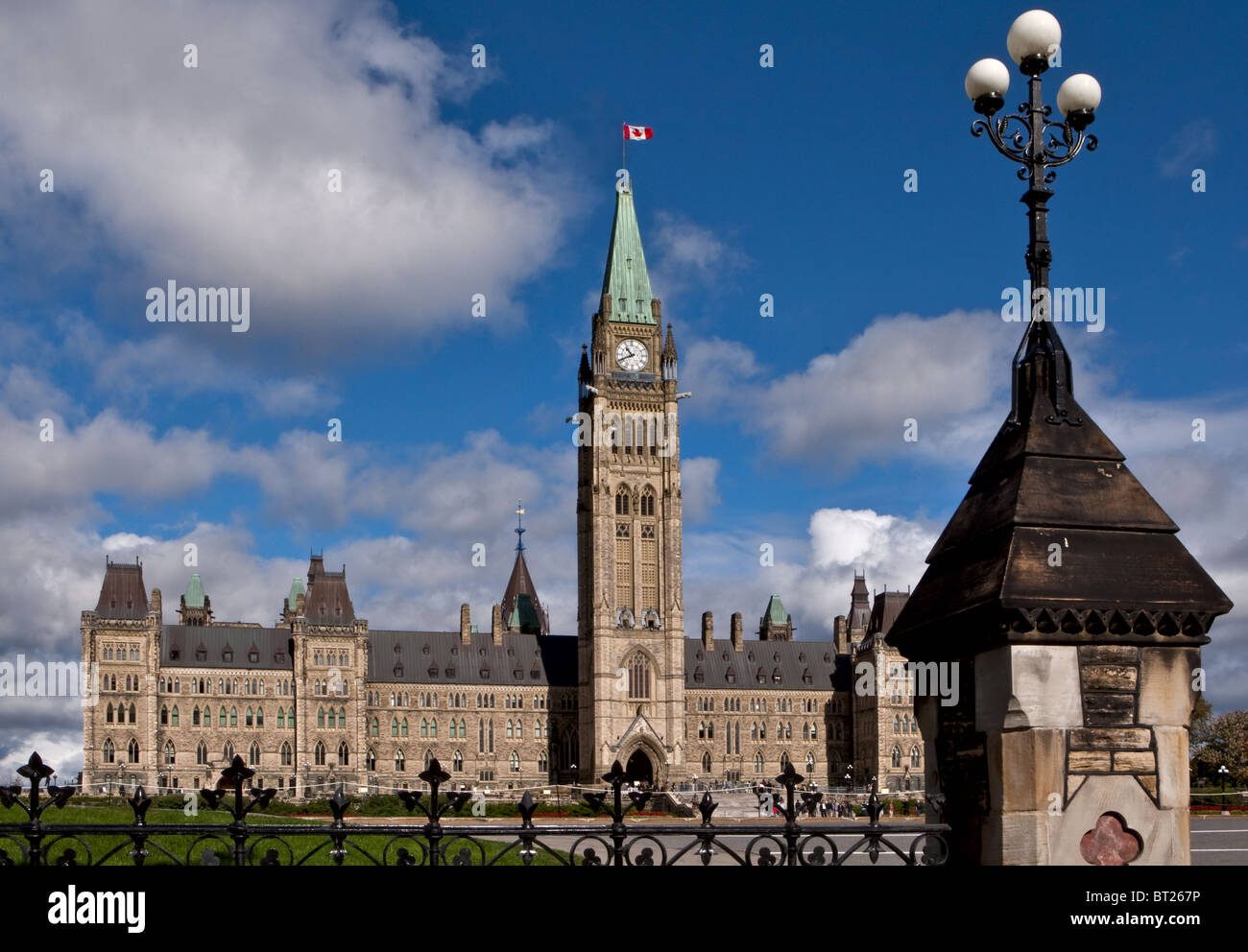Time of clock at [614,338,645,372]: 10:41
